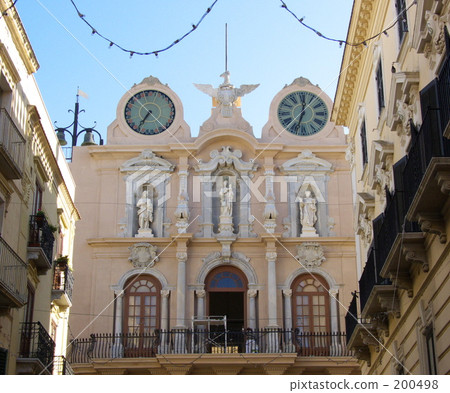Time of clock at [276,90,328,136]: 12:33
